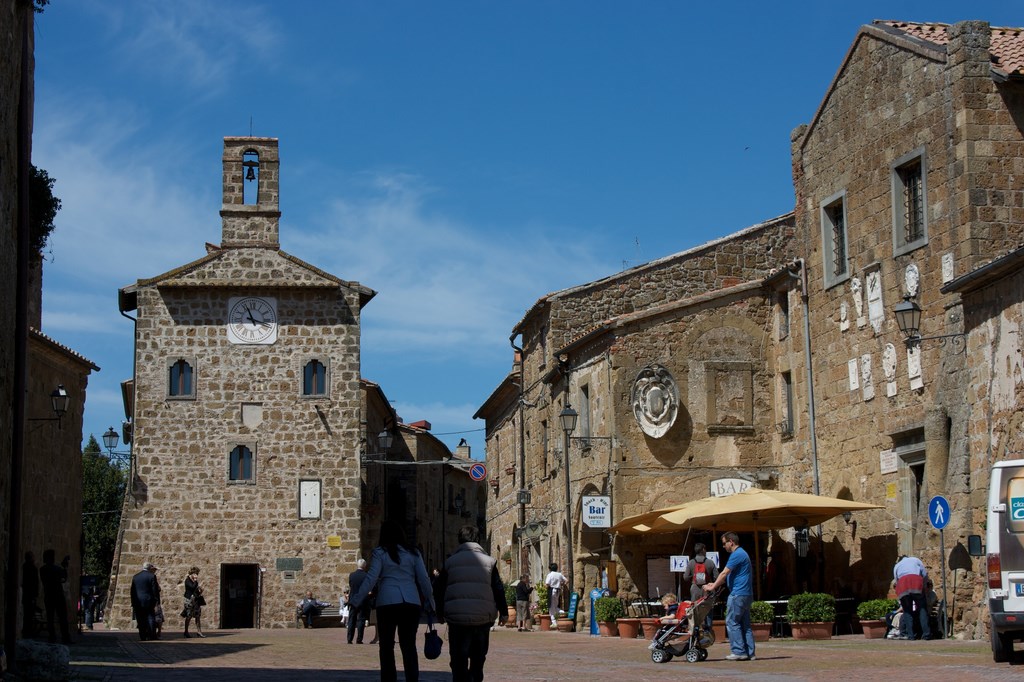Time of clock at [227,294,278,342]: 11:17
